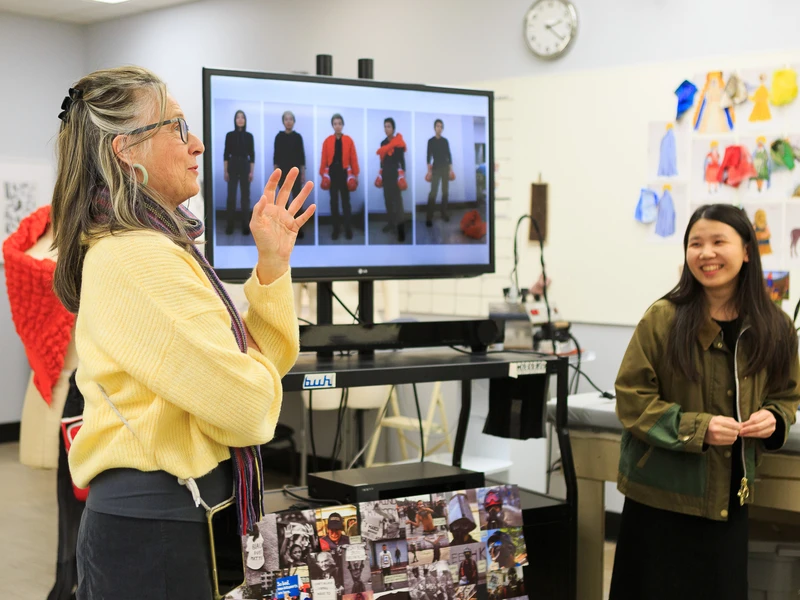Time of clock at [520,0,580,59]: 2:21
